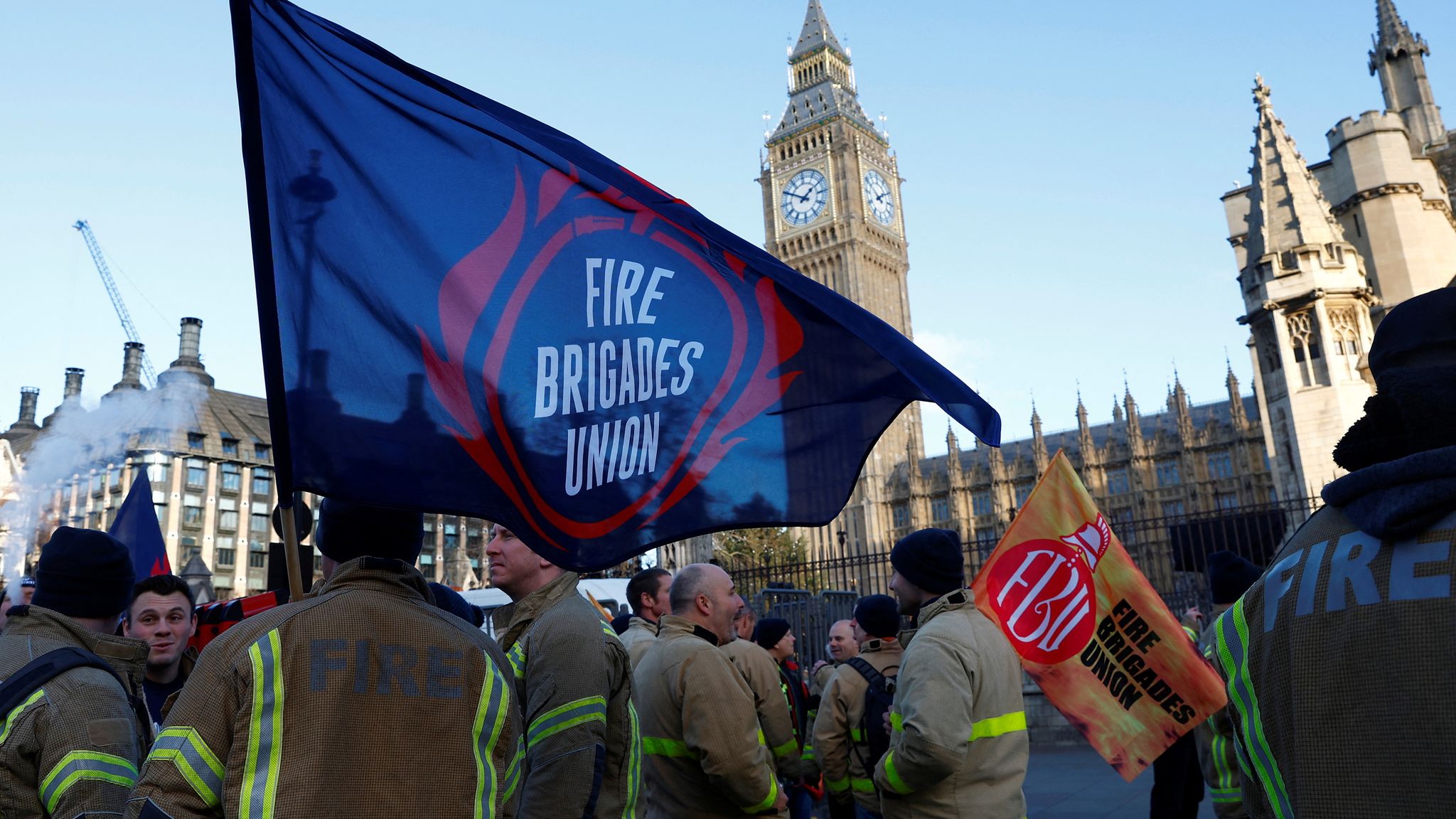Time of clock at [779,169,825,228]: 1:50
